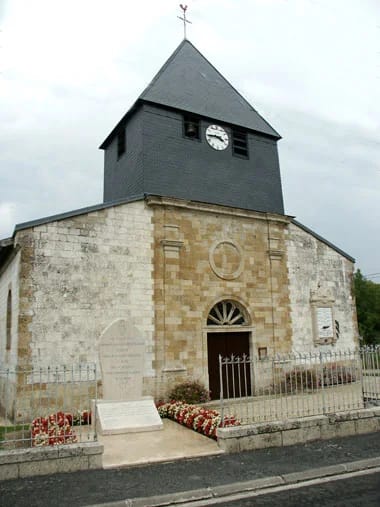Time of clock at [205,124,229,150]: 3:44
